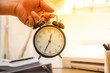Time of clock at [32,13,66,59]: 12:34
